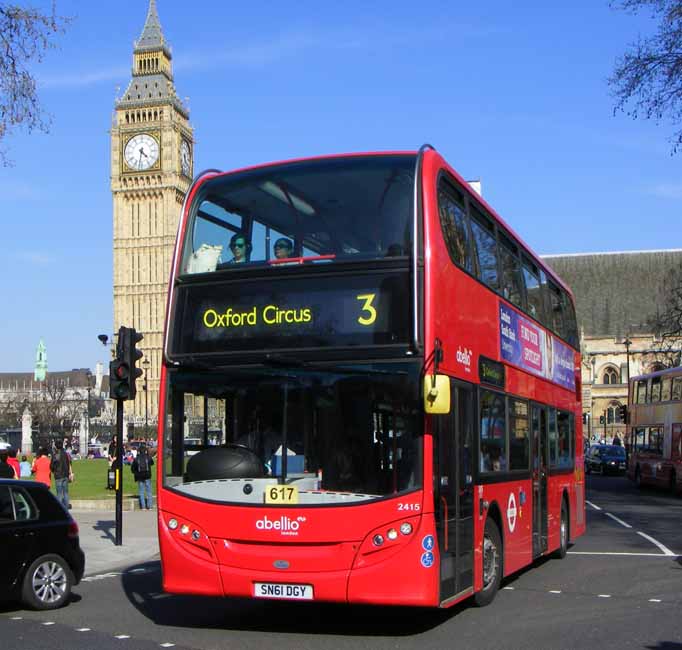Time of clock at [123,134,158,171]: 4:31
